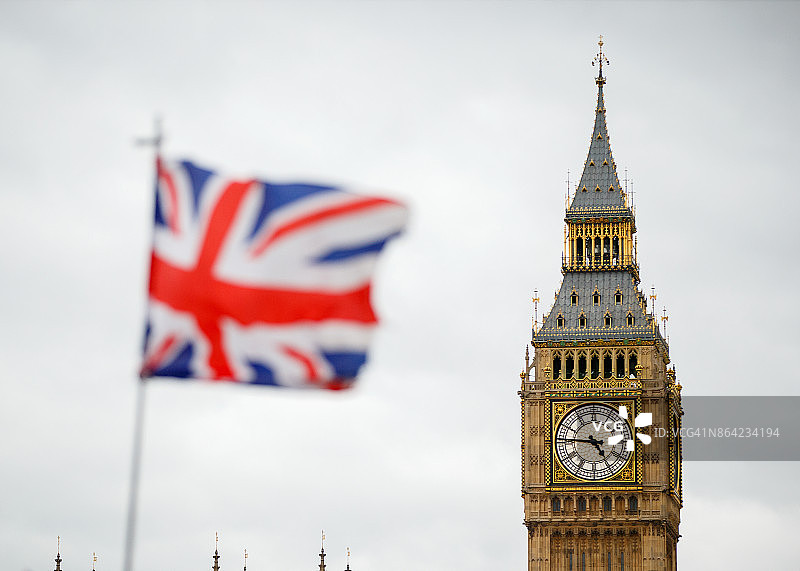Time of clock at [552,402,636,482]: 4:46
